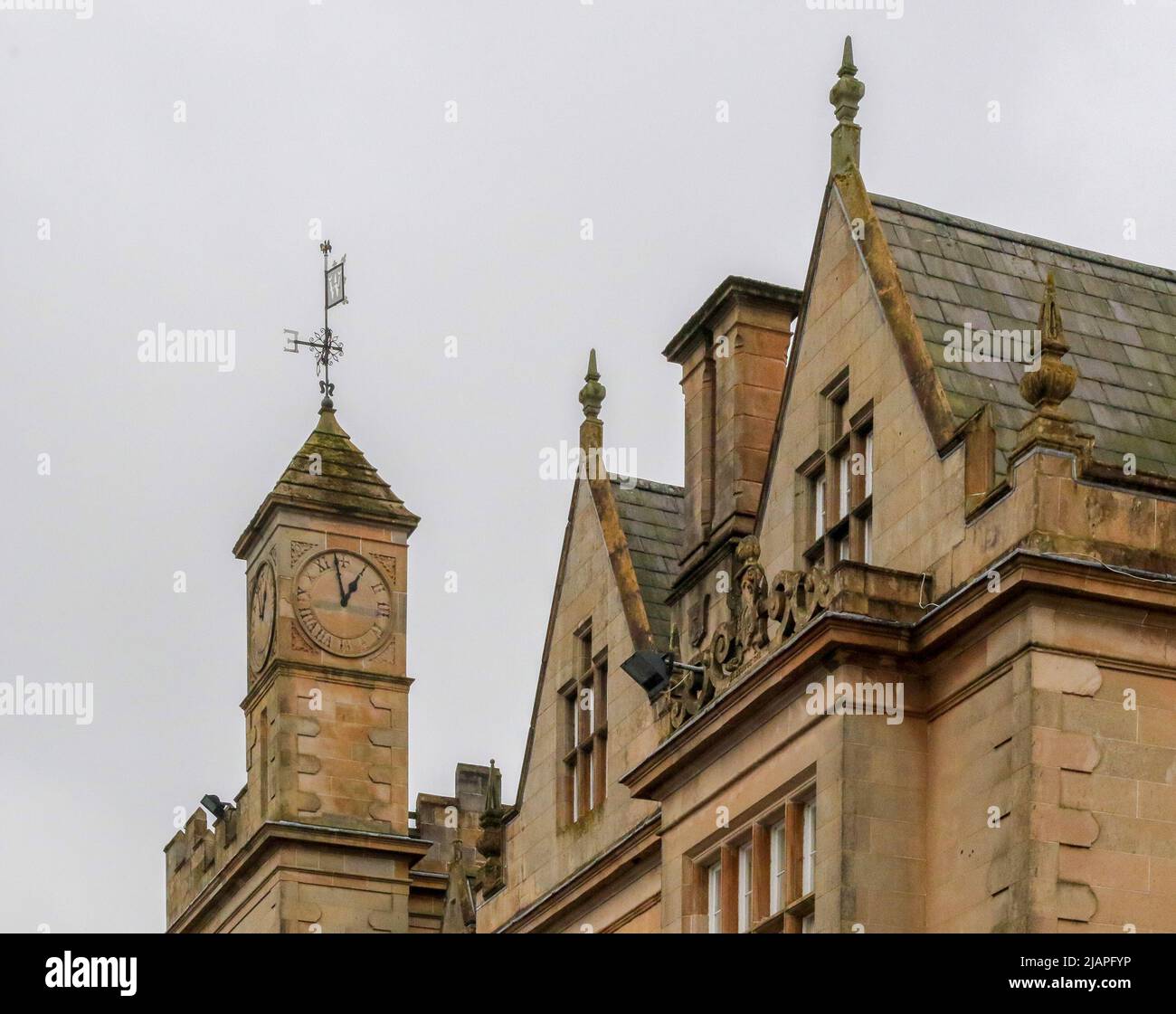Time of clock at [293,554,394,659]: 12:58
